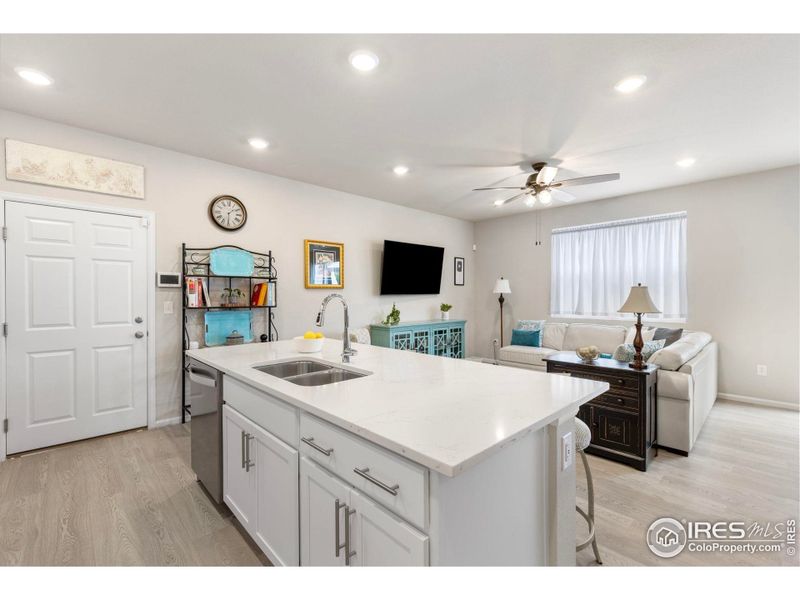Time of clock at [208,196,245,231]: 1:30
